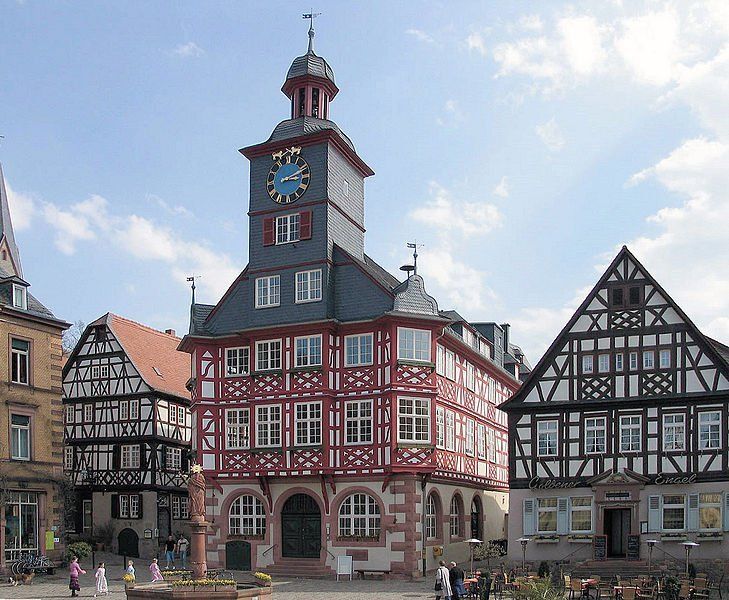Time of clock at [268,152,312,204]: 3:11
